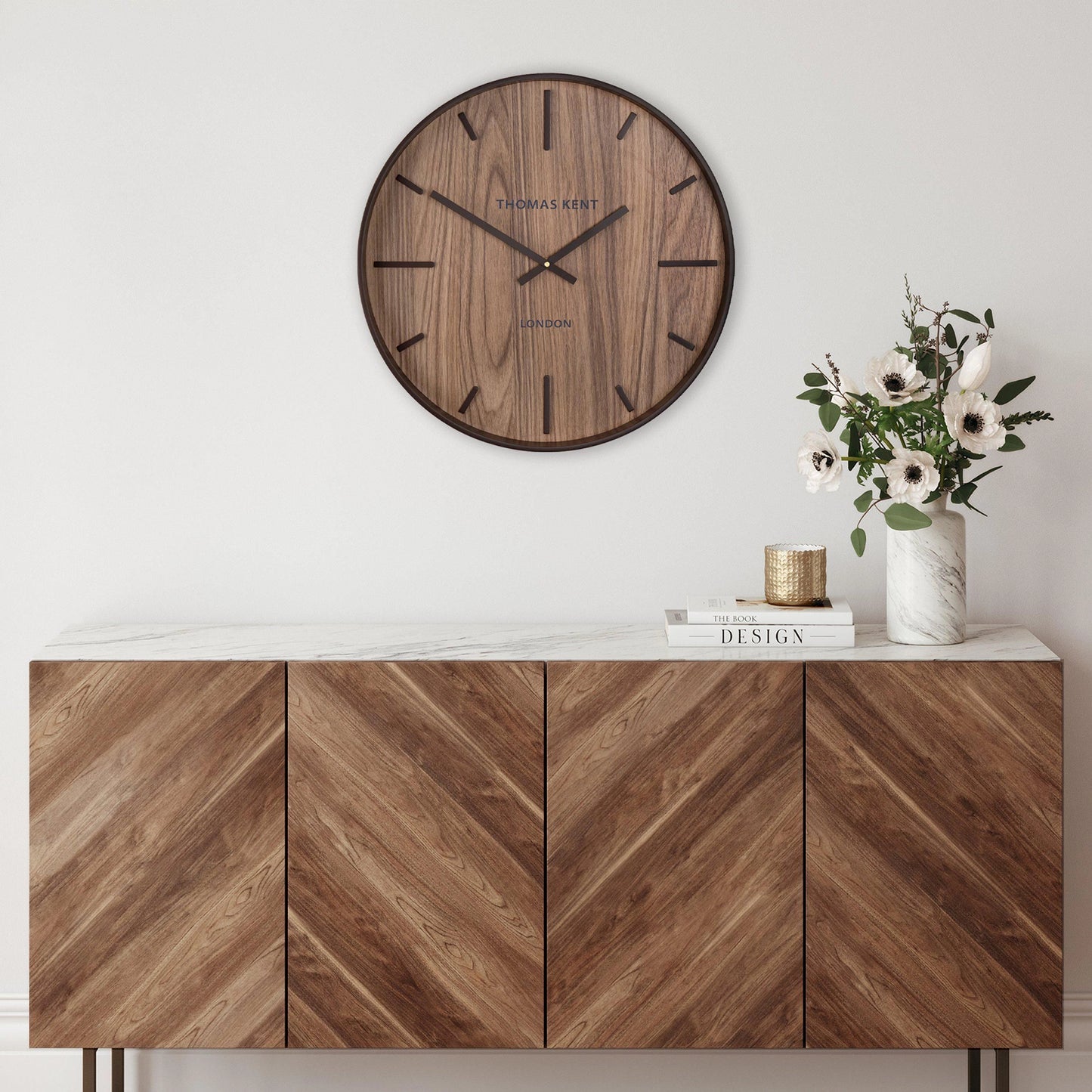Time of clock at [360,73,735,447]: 1:50
